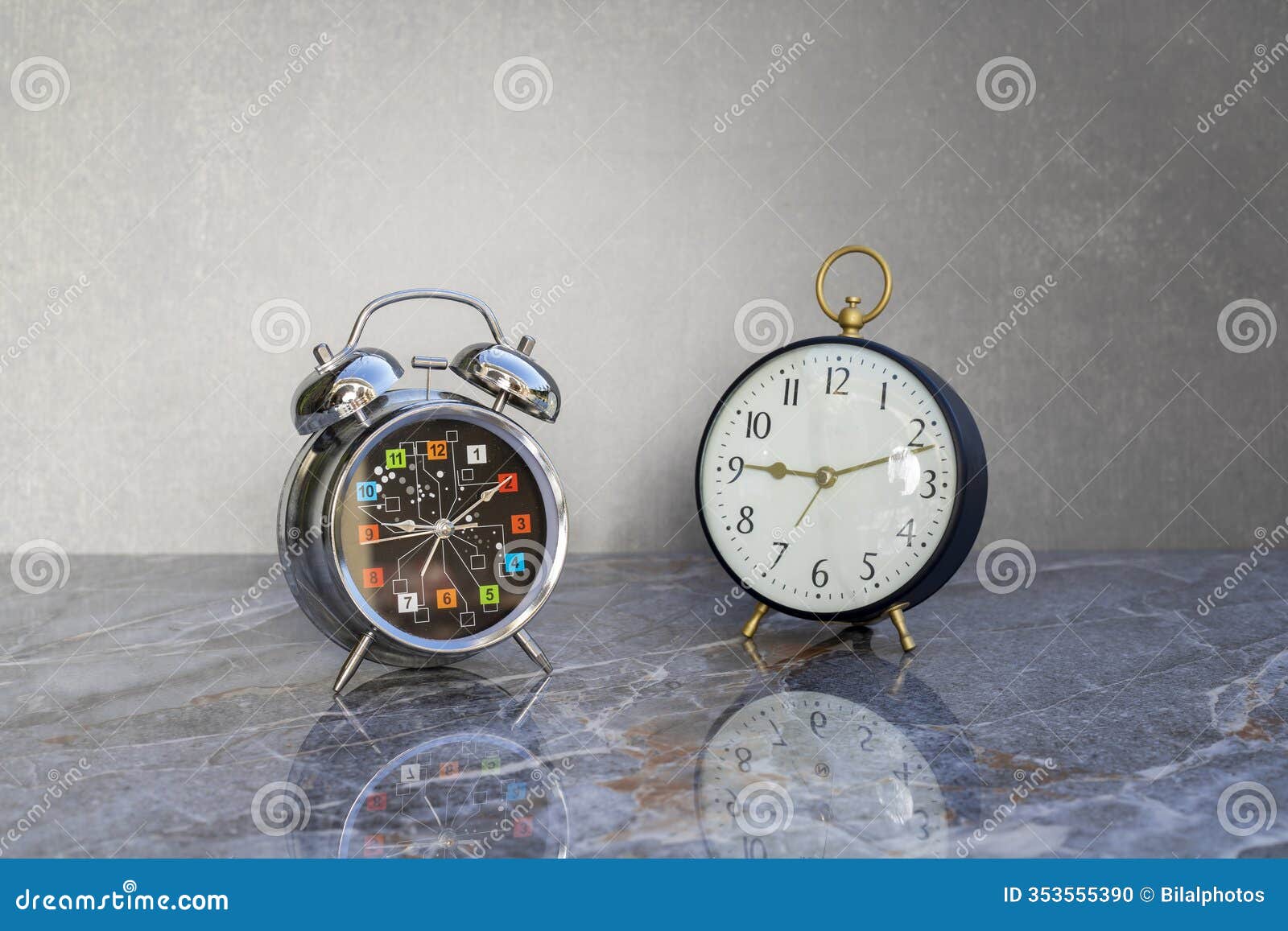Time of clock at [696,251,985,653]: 9:11
